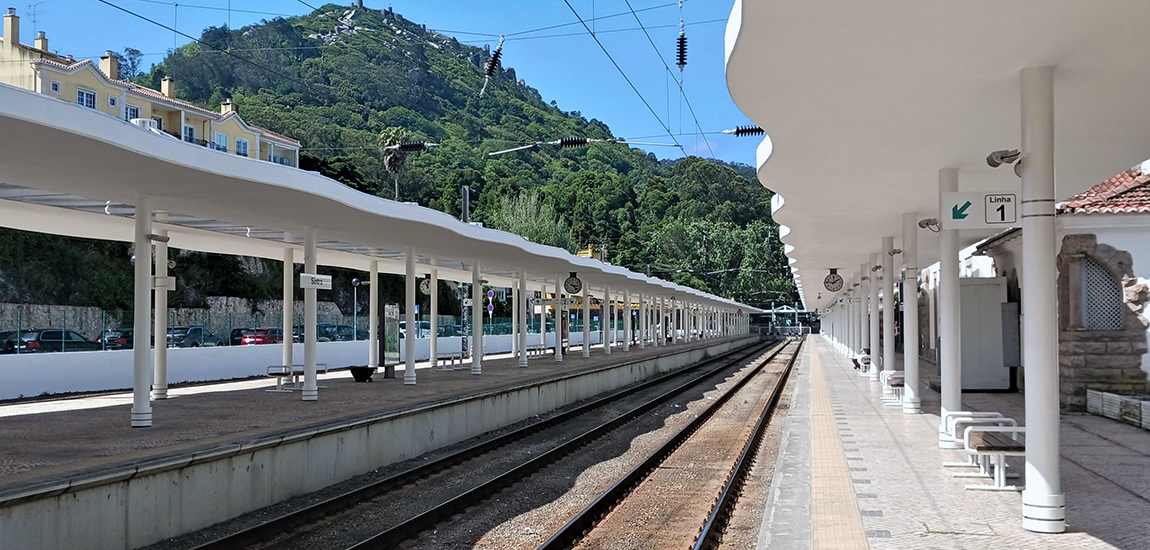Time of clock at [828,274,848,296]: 1:46
